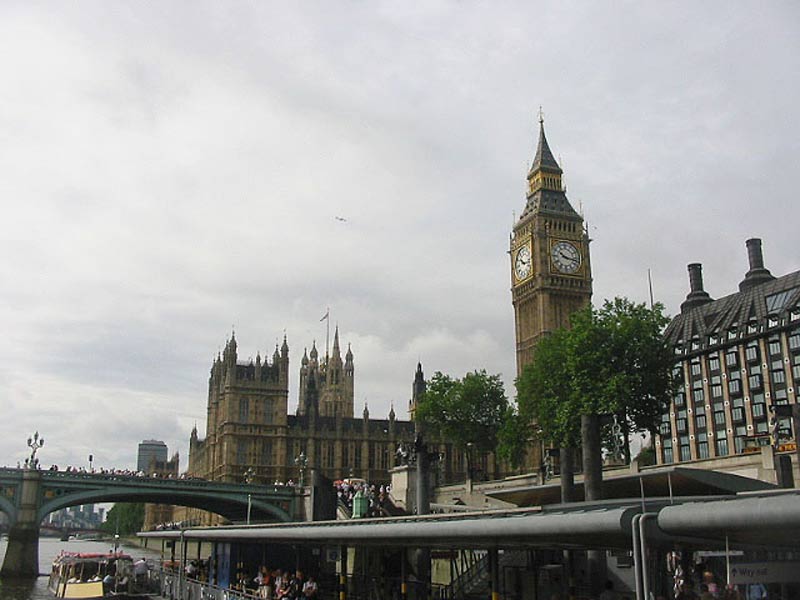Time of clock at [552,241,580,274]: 10:17
